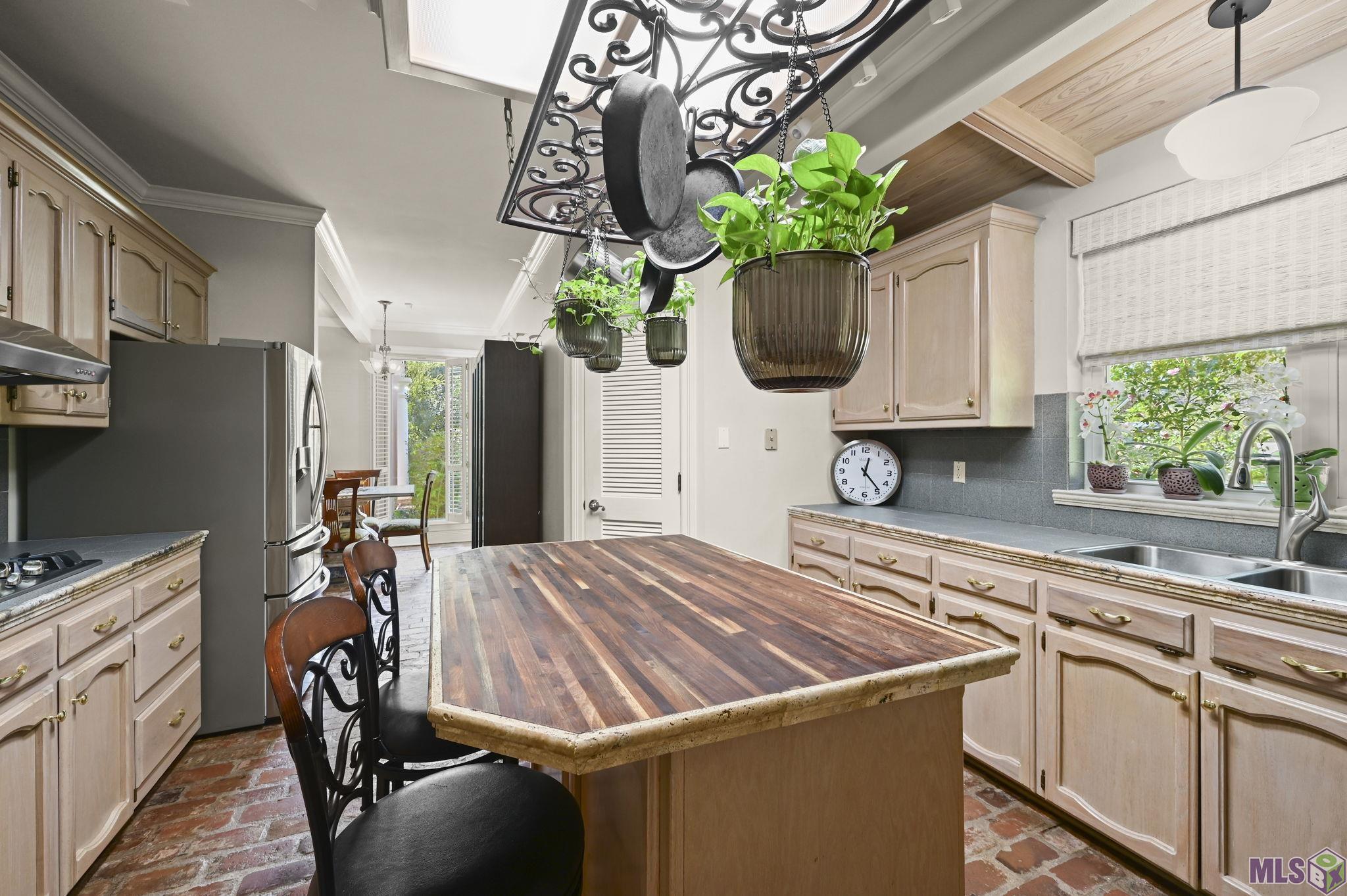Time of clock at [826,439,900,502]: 12:23
